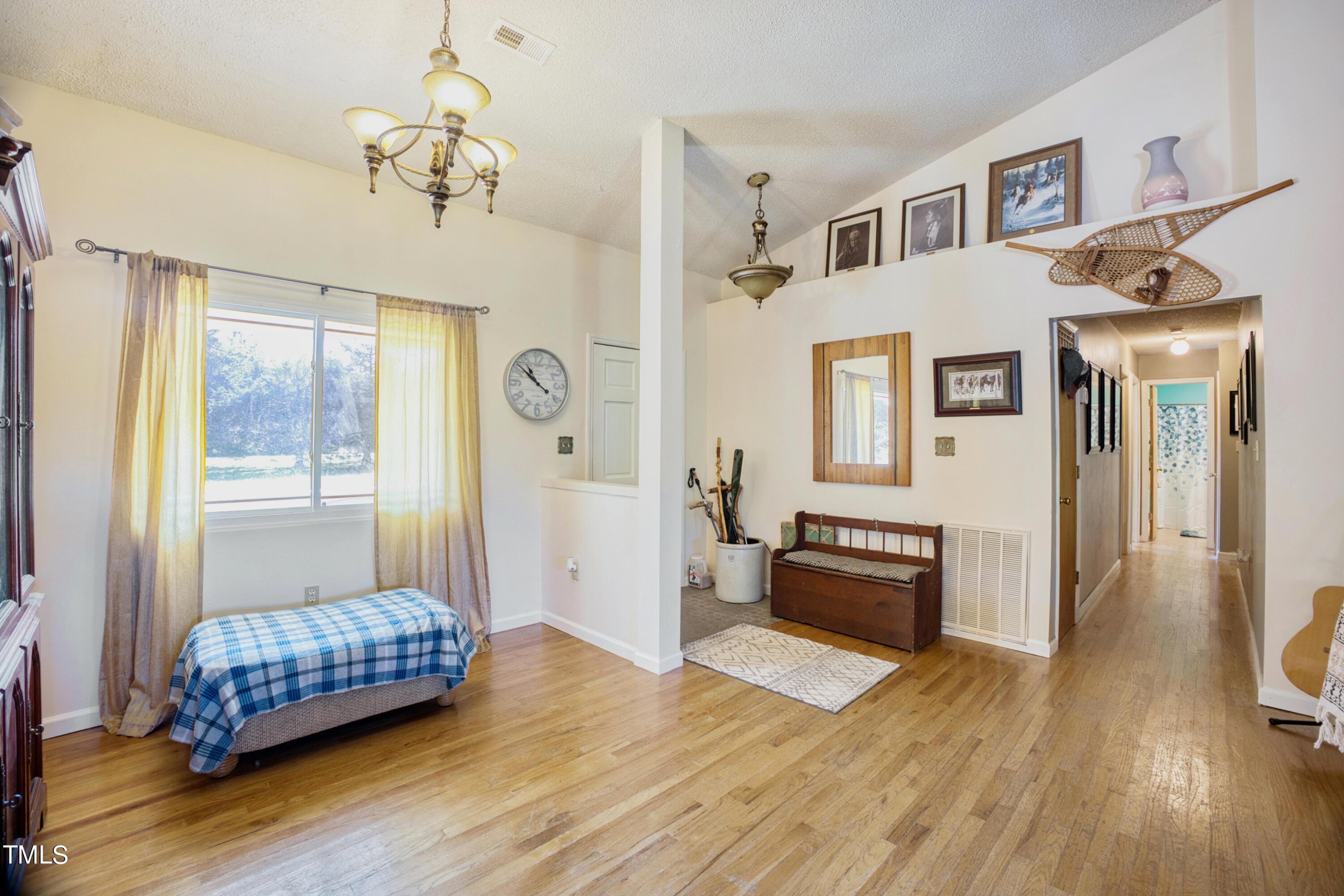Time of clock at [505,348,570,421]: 10:51
